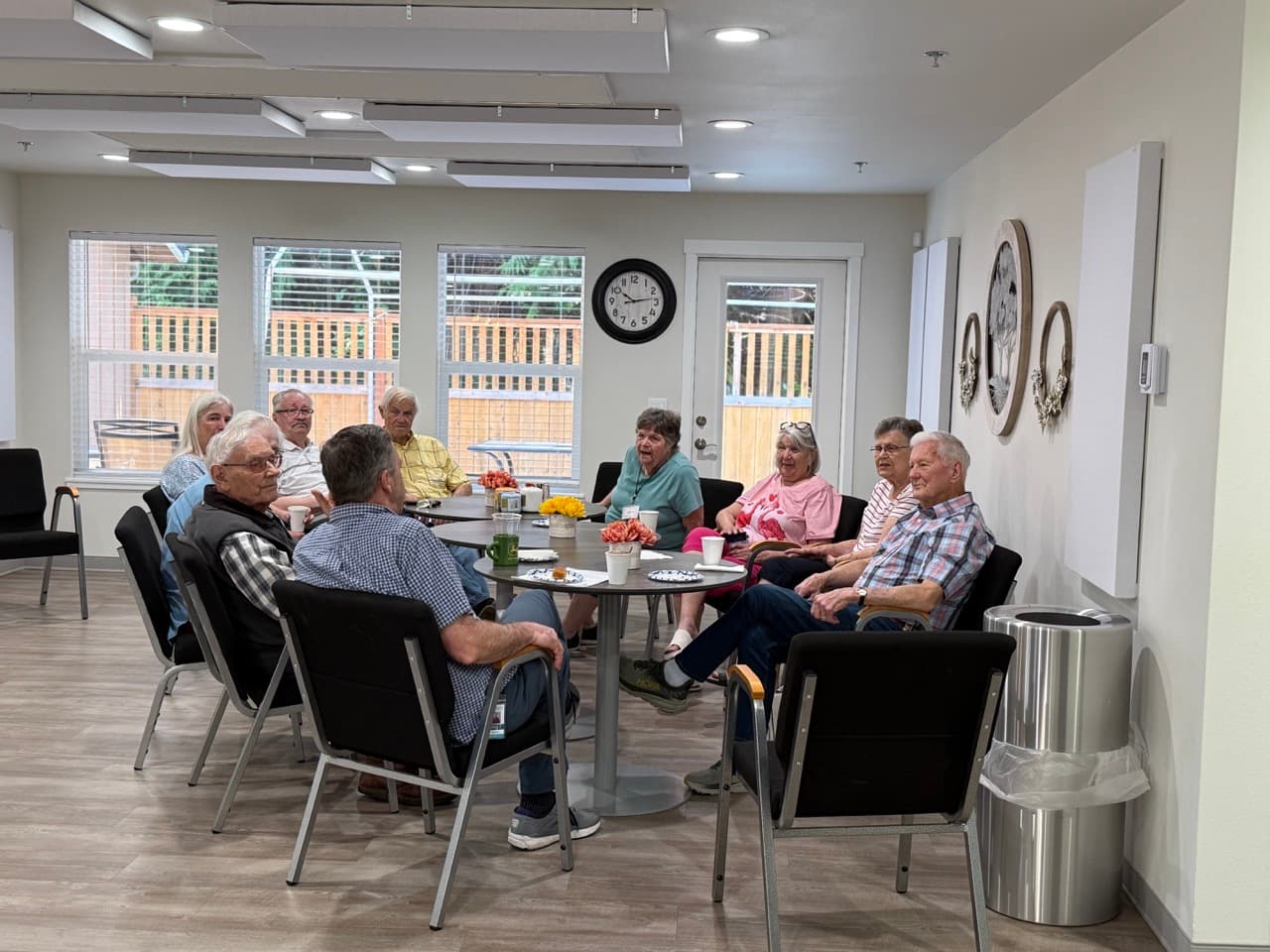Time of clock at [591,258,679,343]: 10:13
